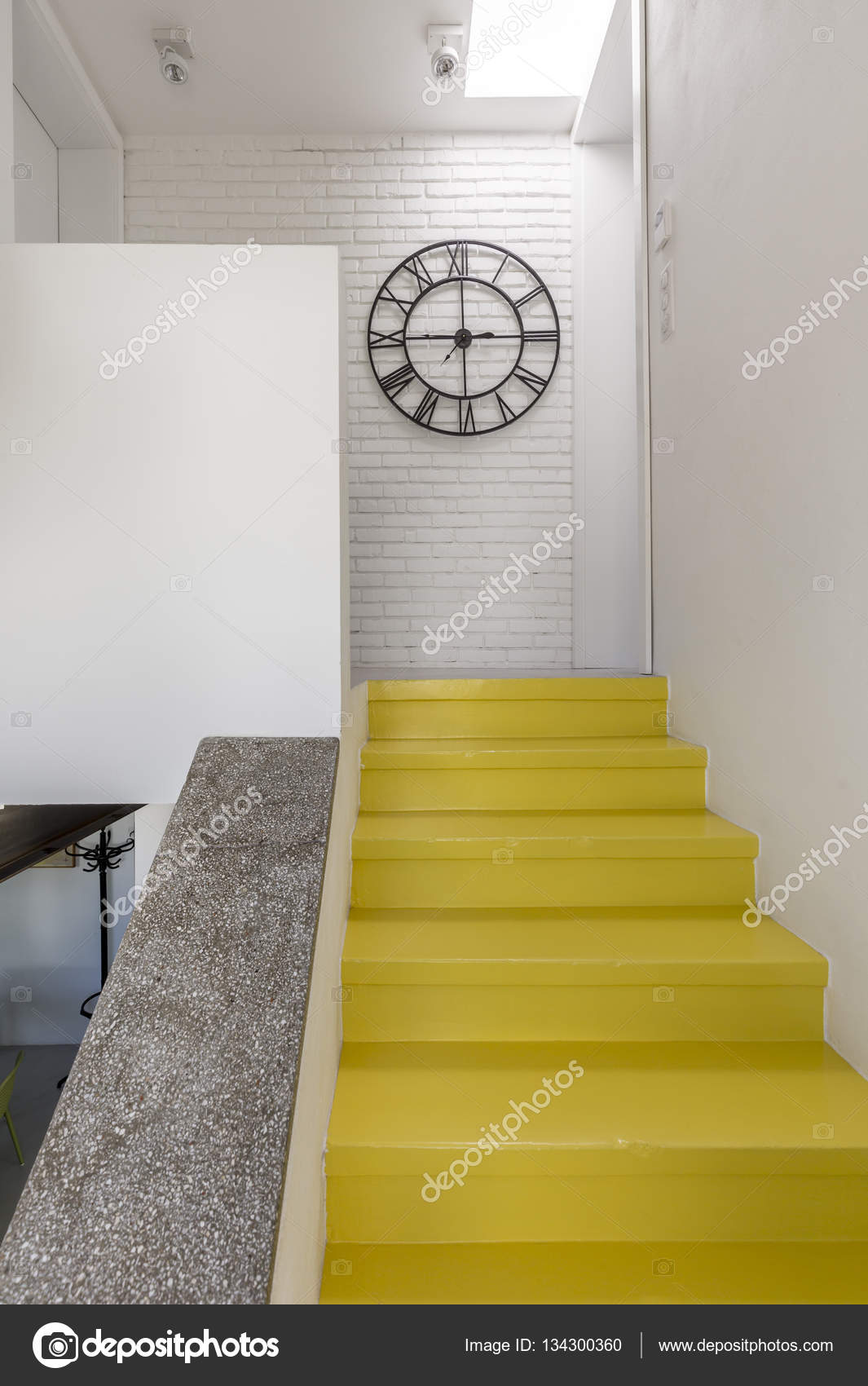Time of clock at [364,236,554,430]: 2:45
